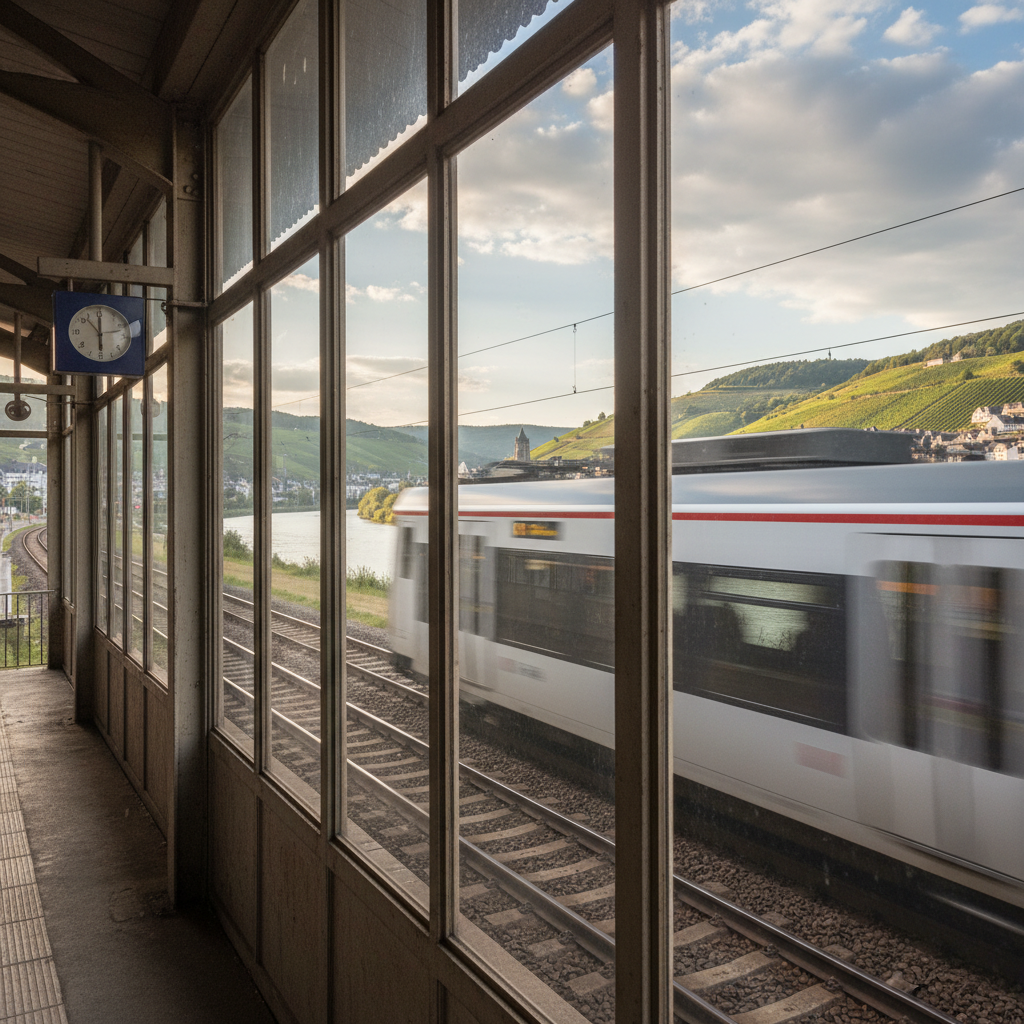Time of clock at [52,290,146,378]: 5:59
